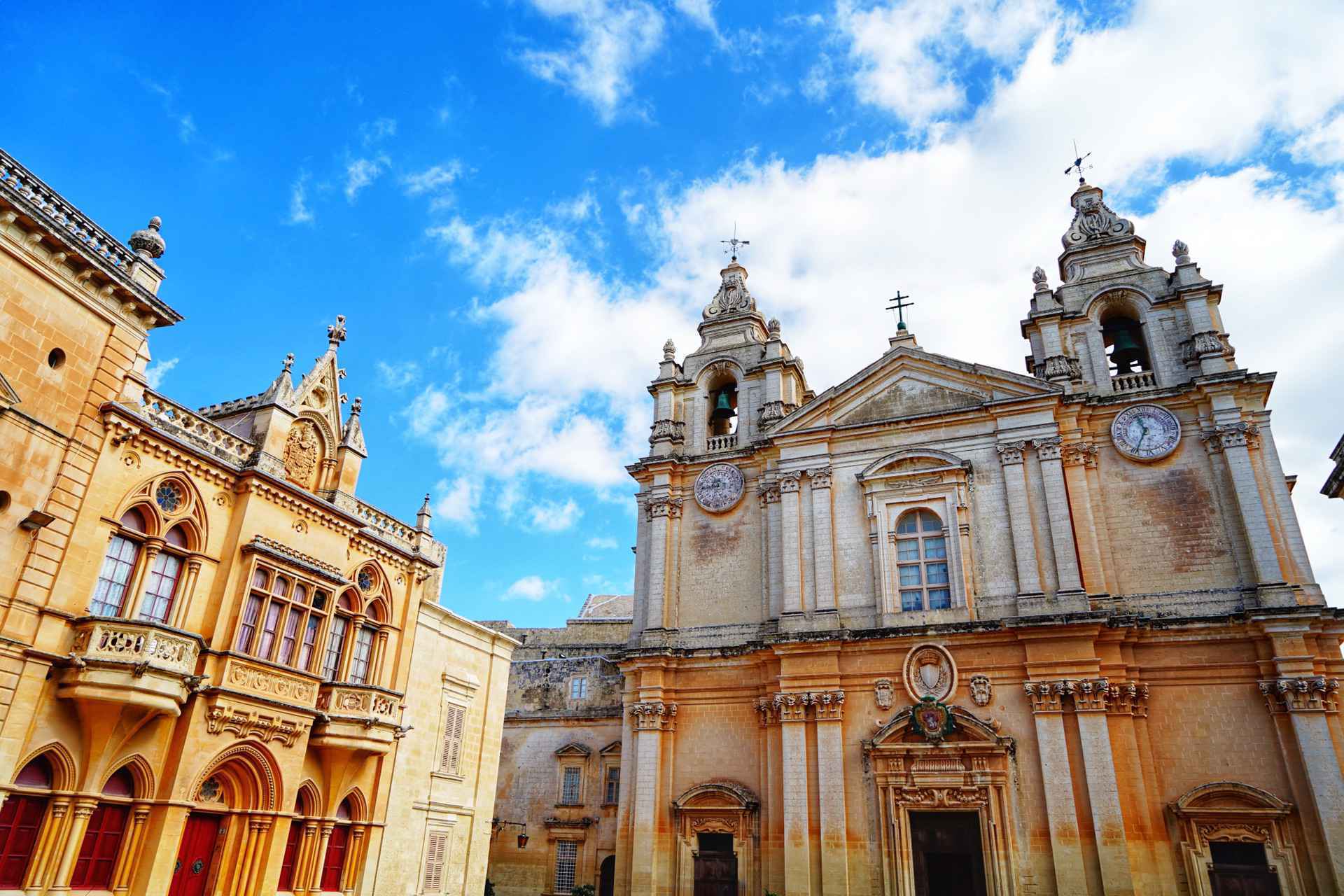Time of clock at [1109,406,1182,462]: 11:34
